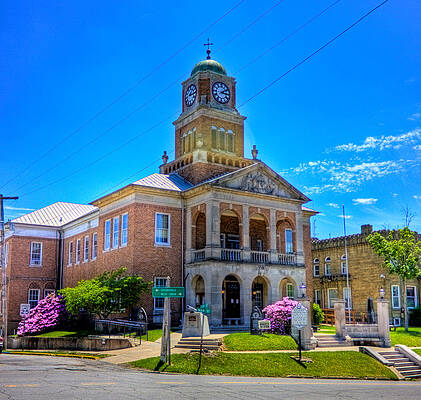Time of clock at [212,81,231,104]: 3:09
